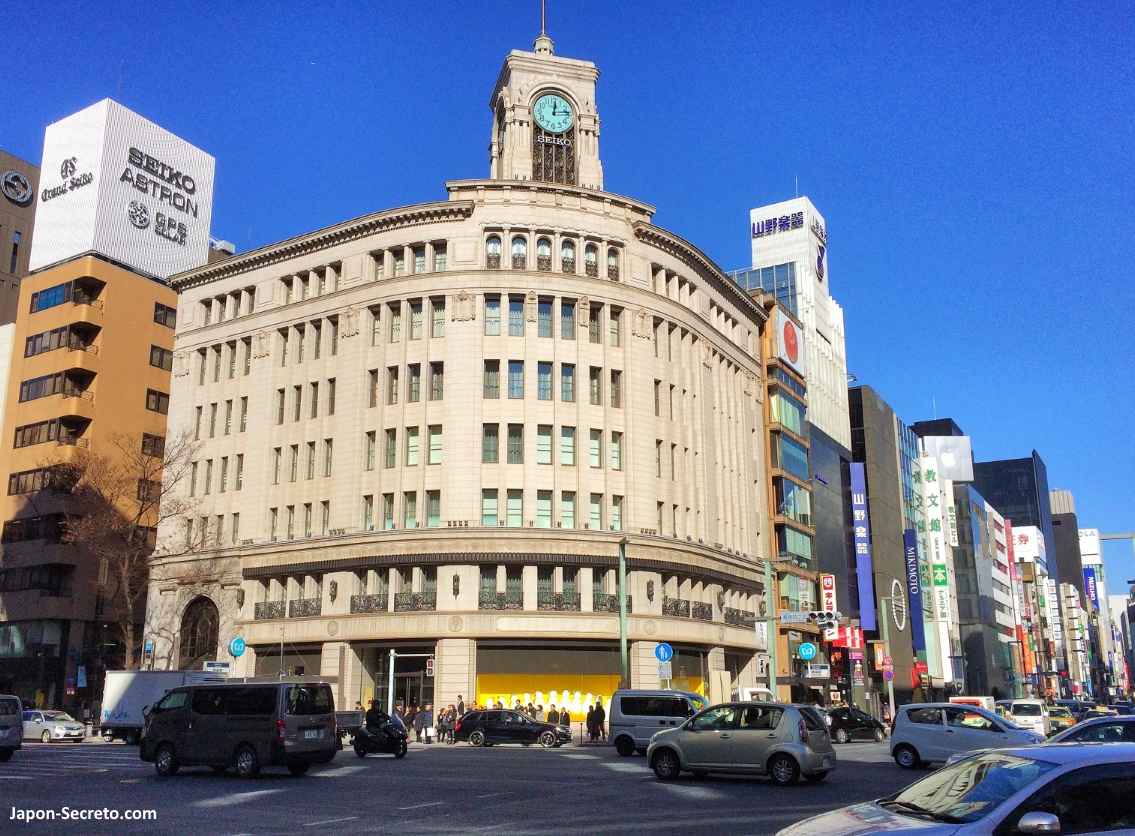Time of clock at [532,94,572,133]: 12:13
